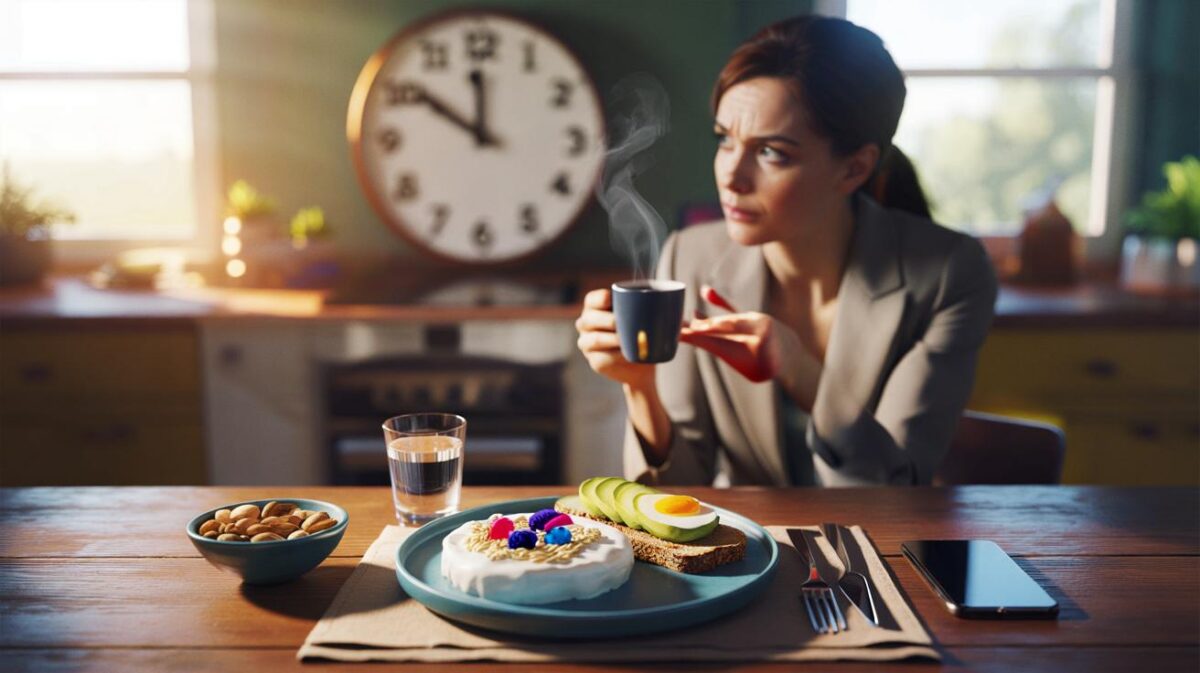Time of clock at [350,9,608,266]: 11:50
